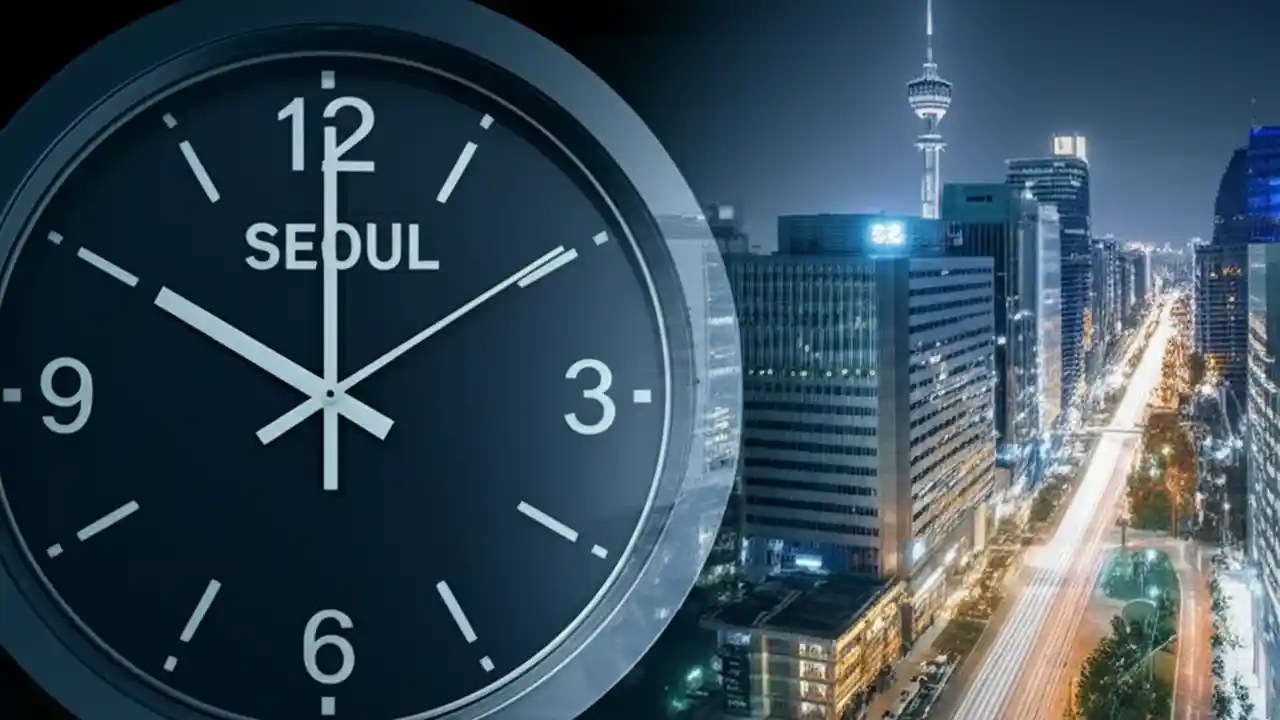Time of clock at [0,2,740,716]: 10:00
